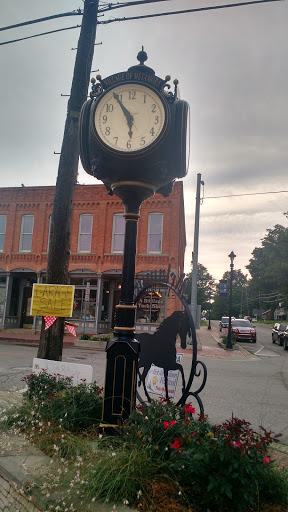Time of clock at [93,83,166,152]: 5:54
